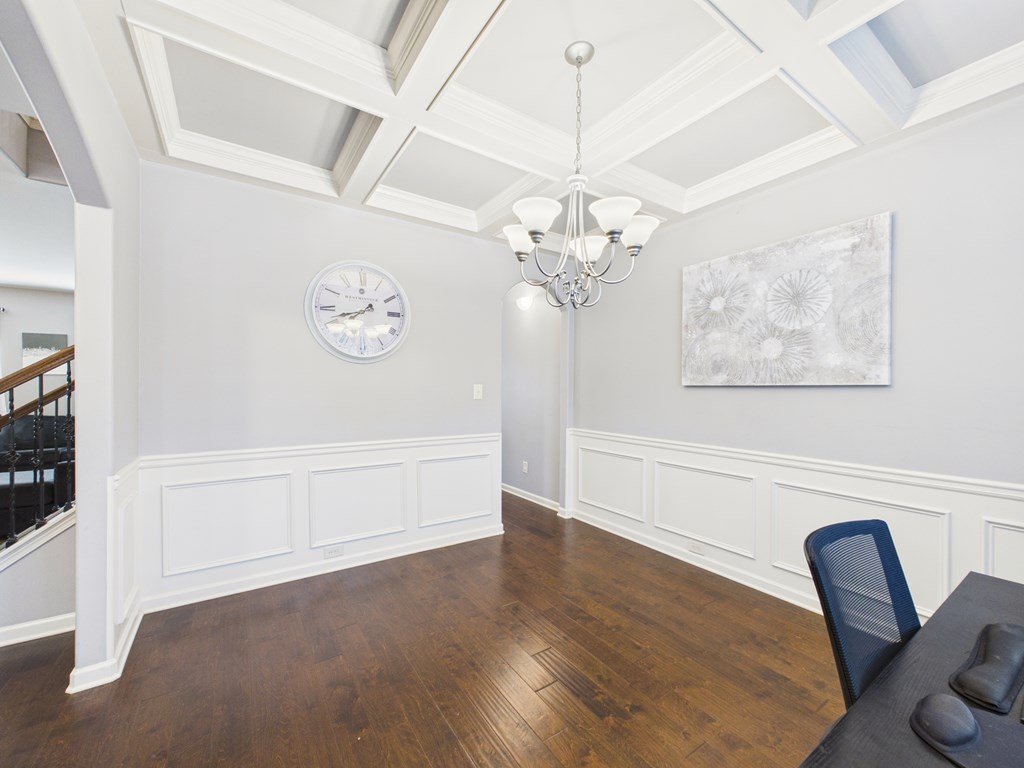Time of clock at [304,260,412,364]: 1:41
